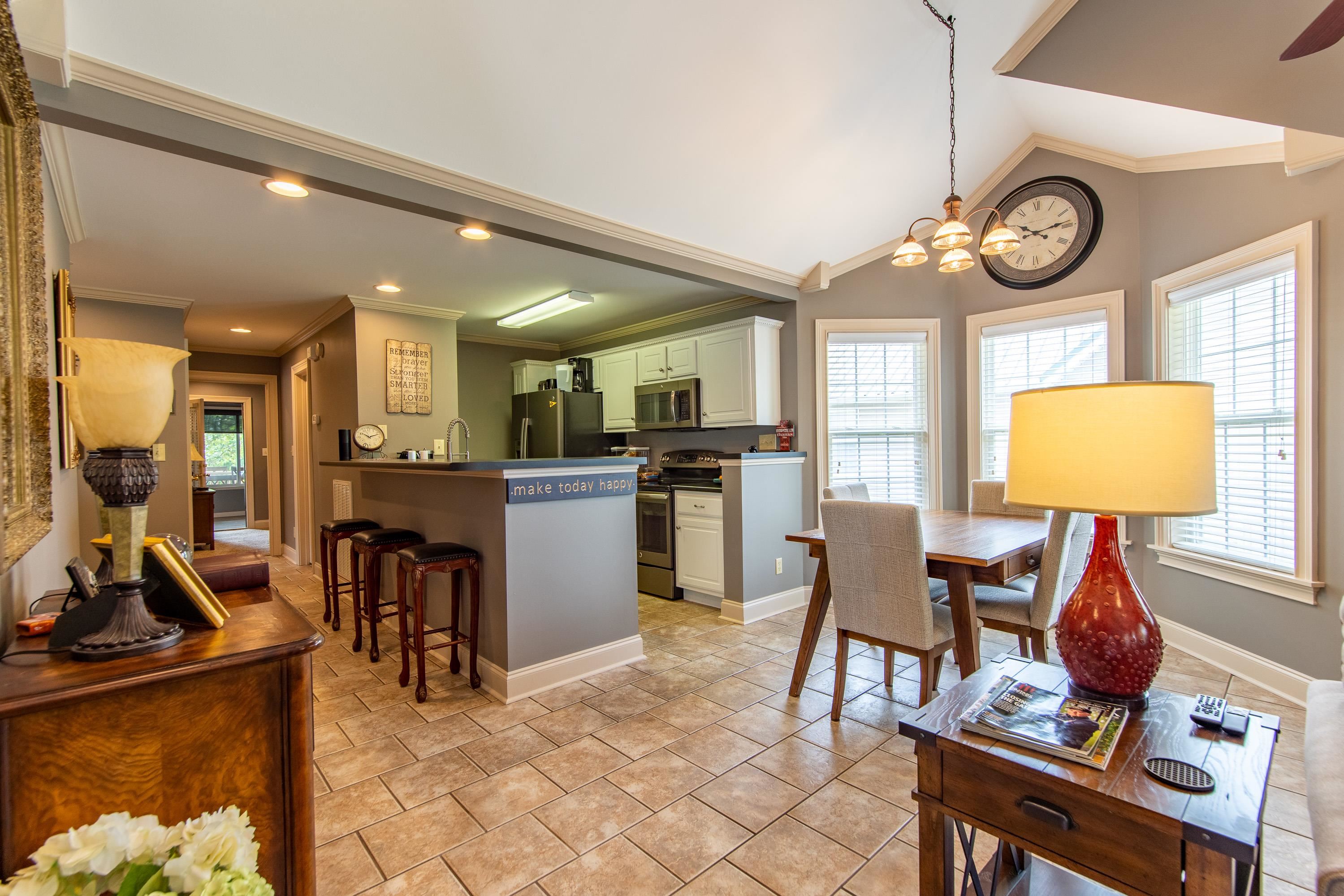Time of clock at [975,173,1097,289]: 10:13
